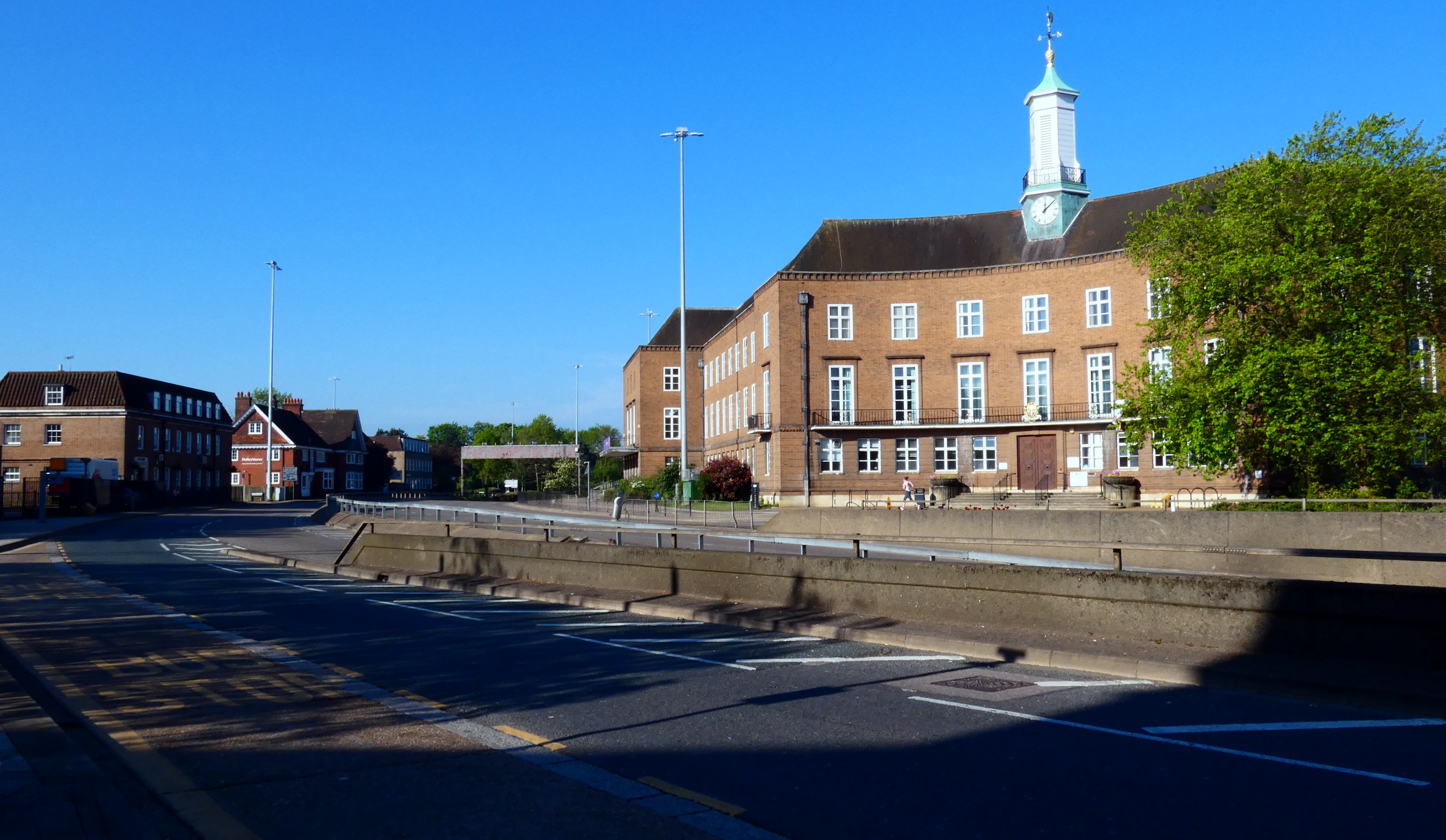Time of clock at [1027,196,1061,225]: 12:07
